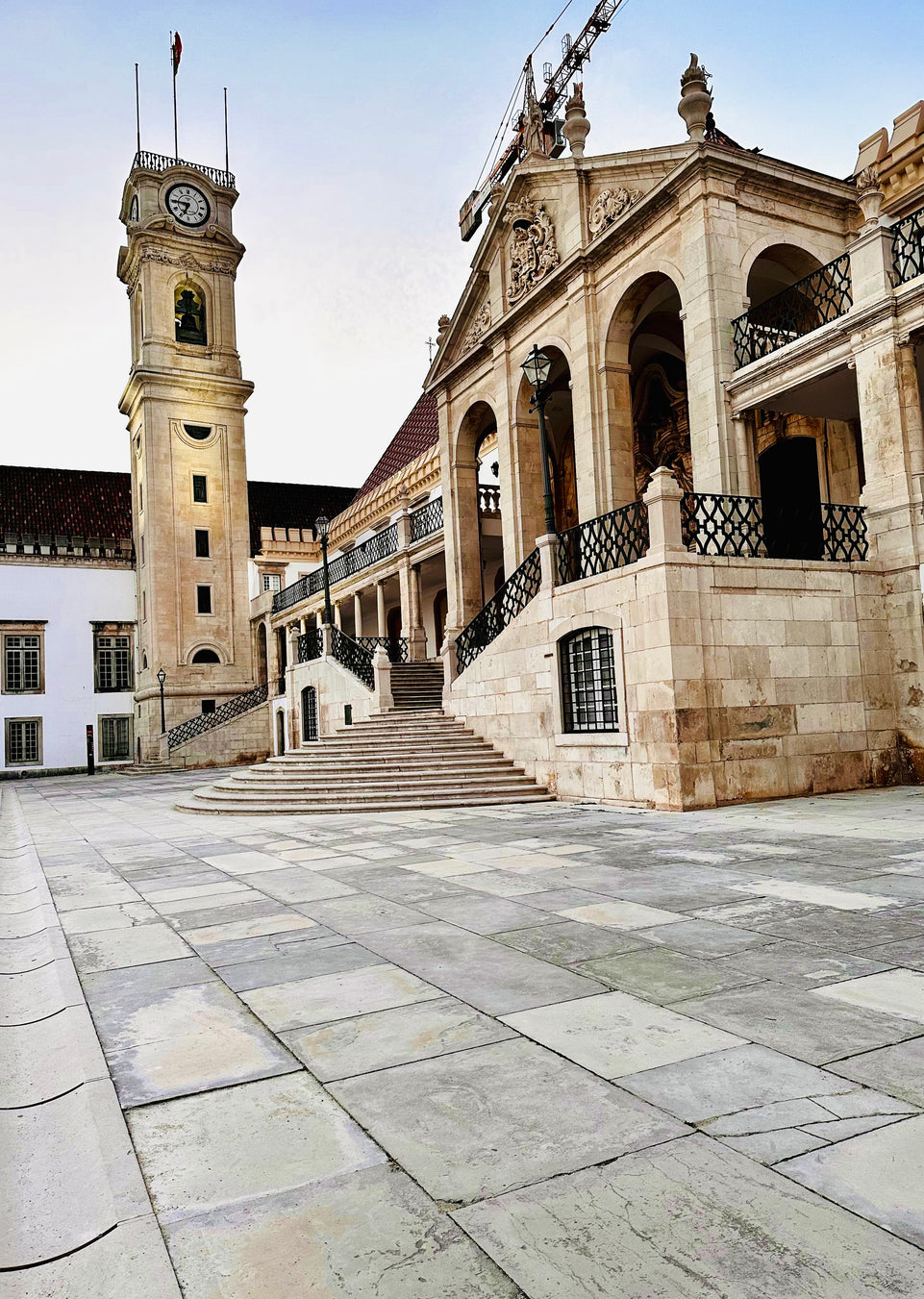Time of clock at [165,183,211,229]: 6:45
